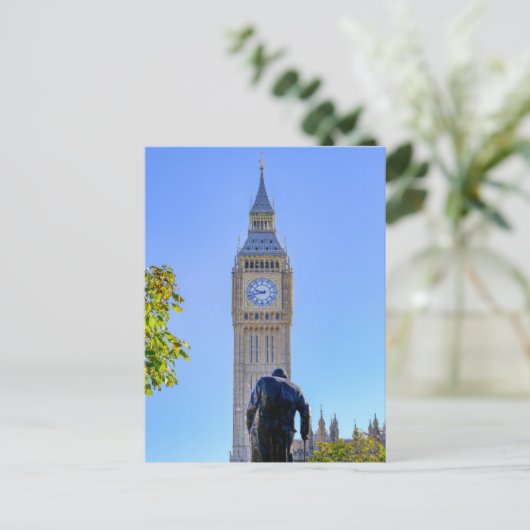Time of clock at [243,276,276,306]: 9:42
